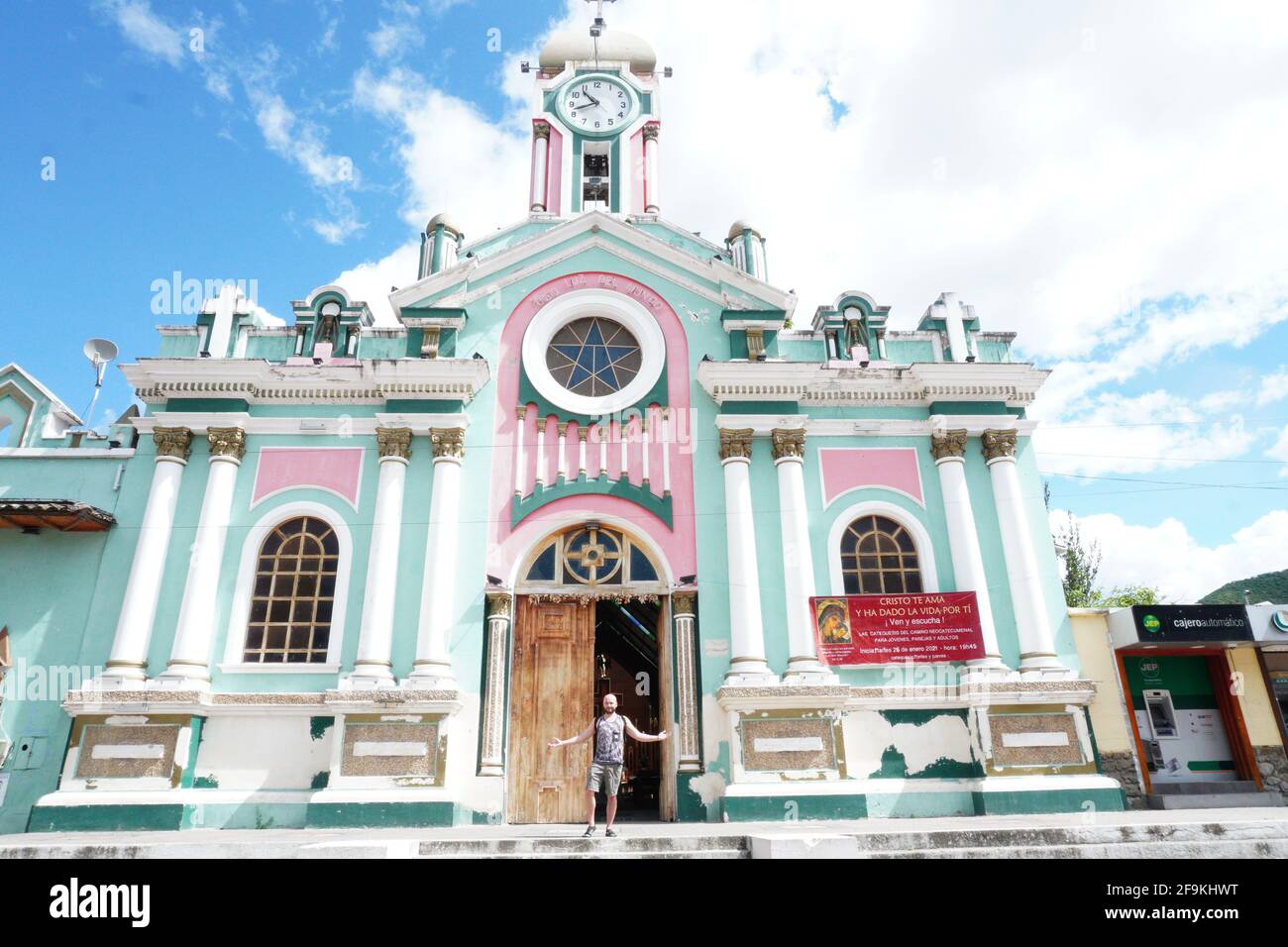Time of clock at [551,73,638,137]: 10:42
